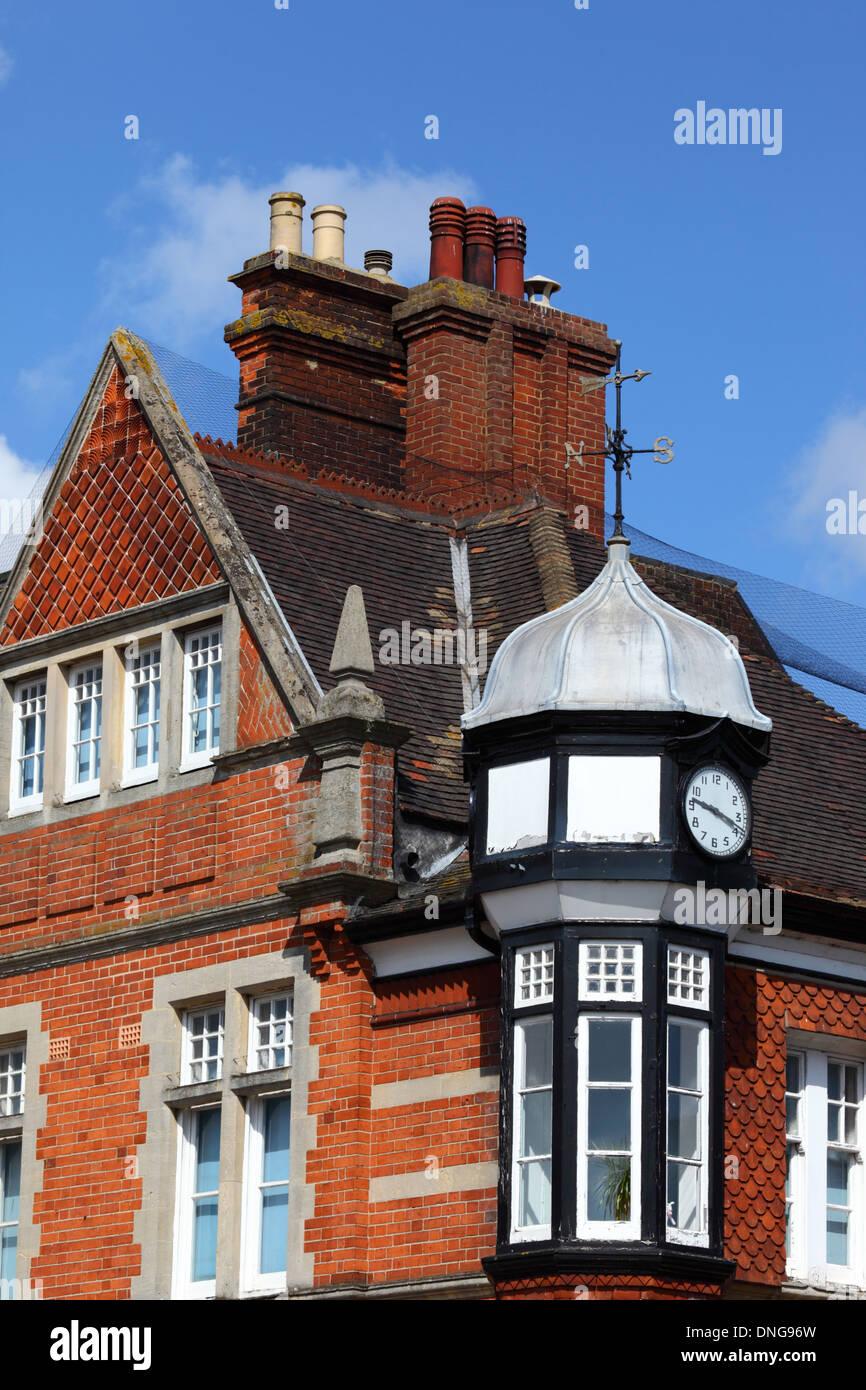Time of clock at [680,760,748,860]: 9:18
